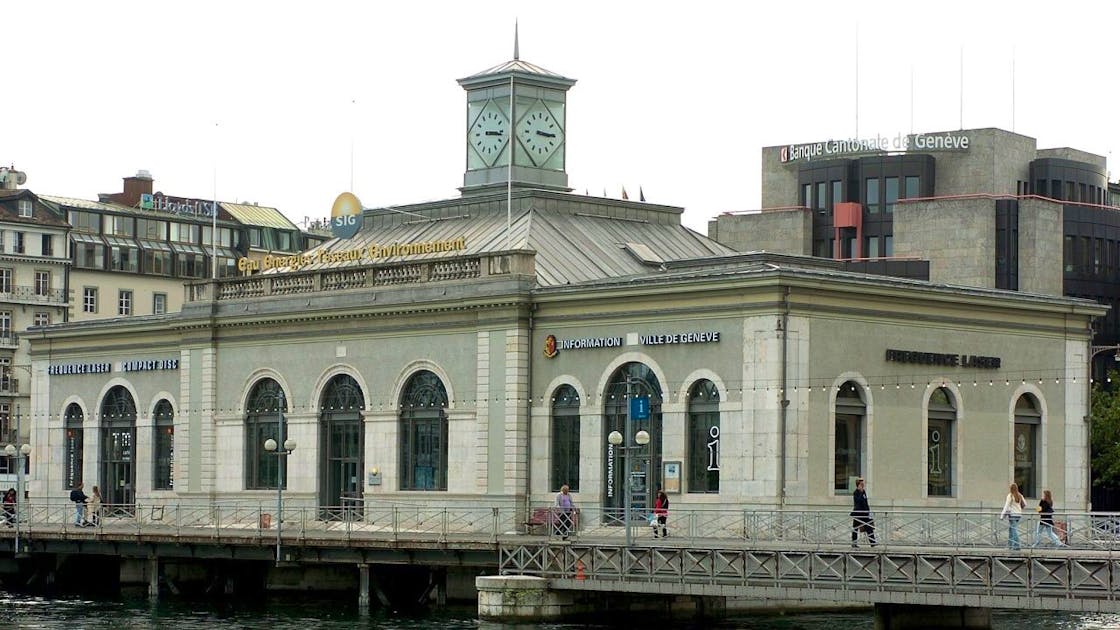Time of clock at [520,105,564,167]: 3:15
